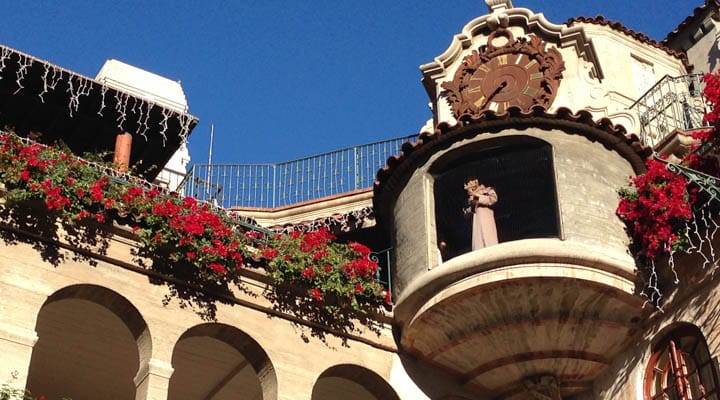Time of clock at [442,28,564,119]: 7:36
